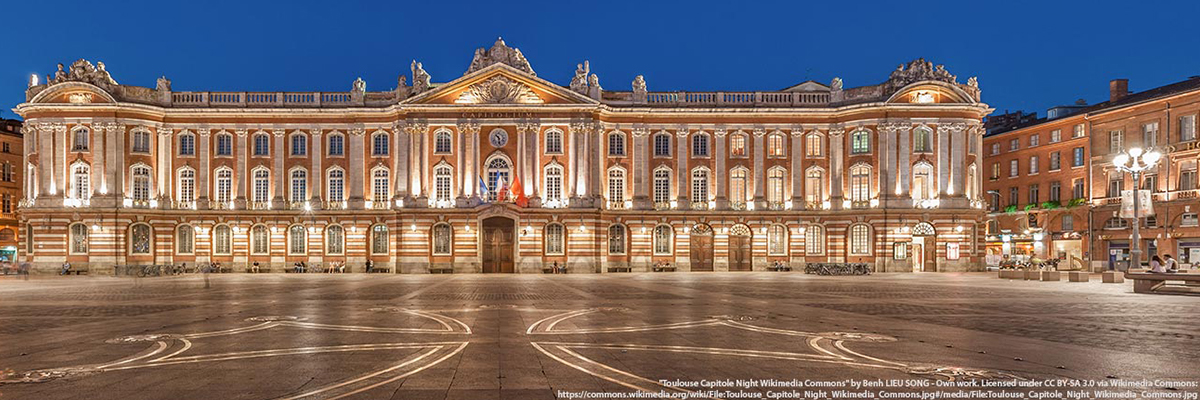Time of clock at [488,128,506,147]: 10:28
